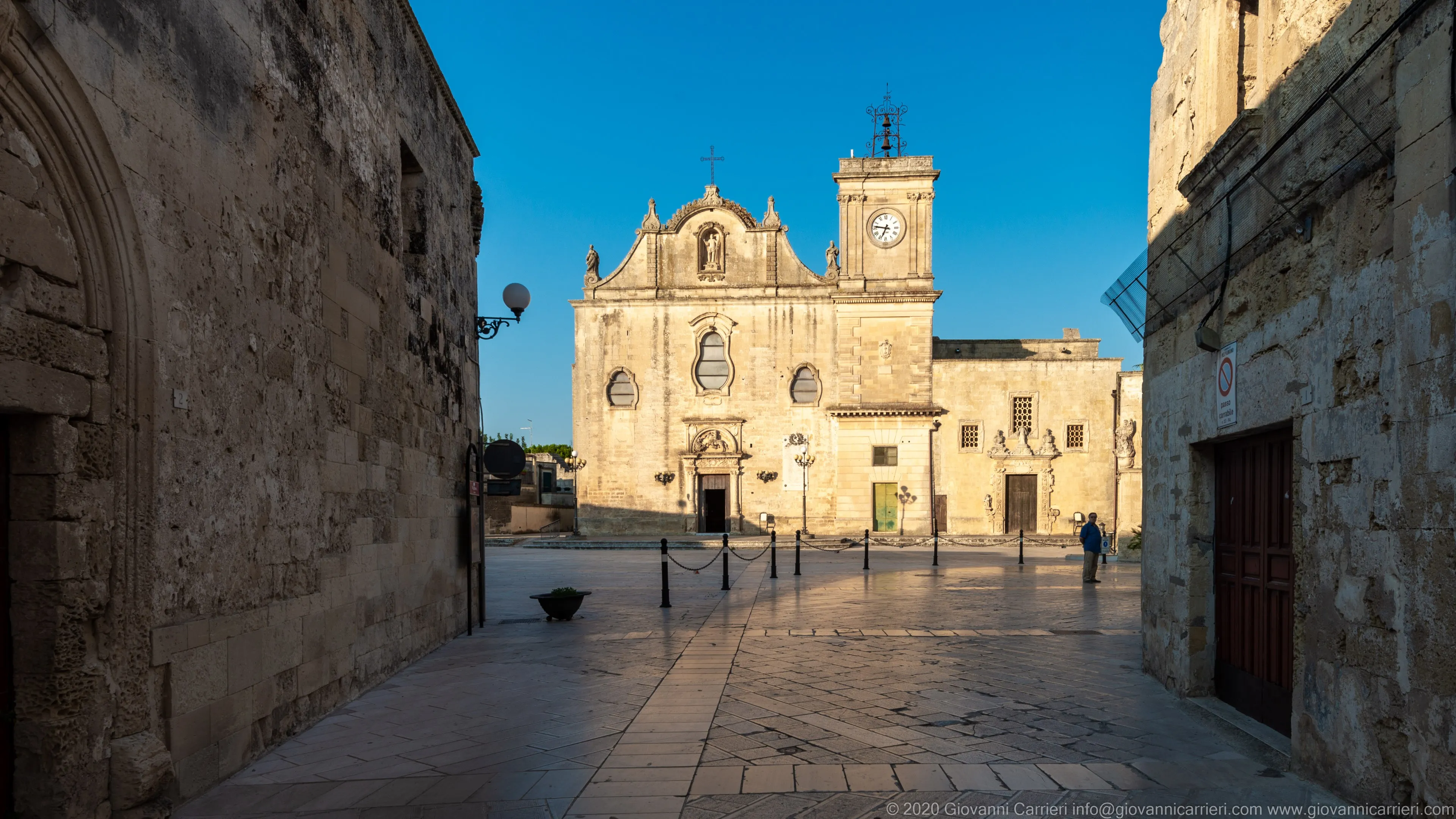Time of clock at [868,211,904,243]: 6:46
